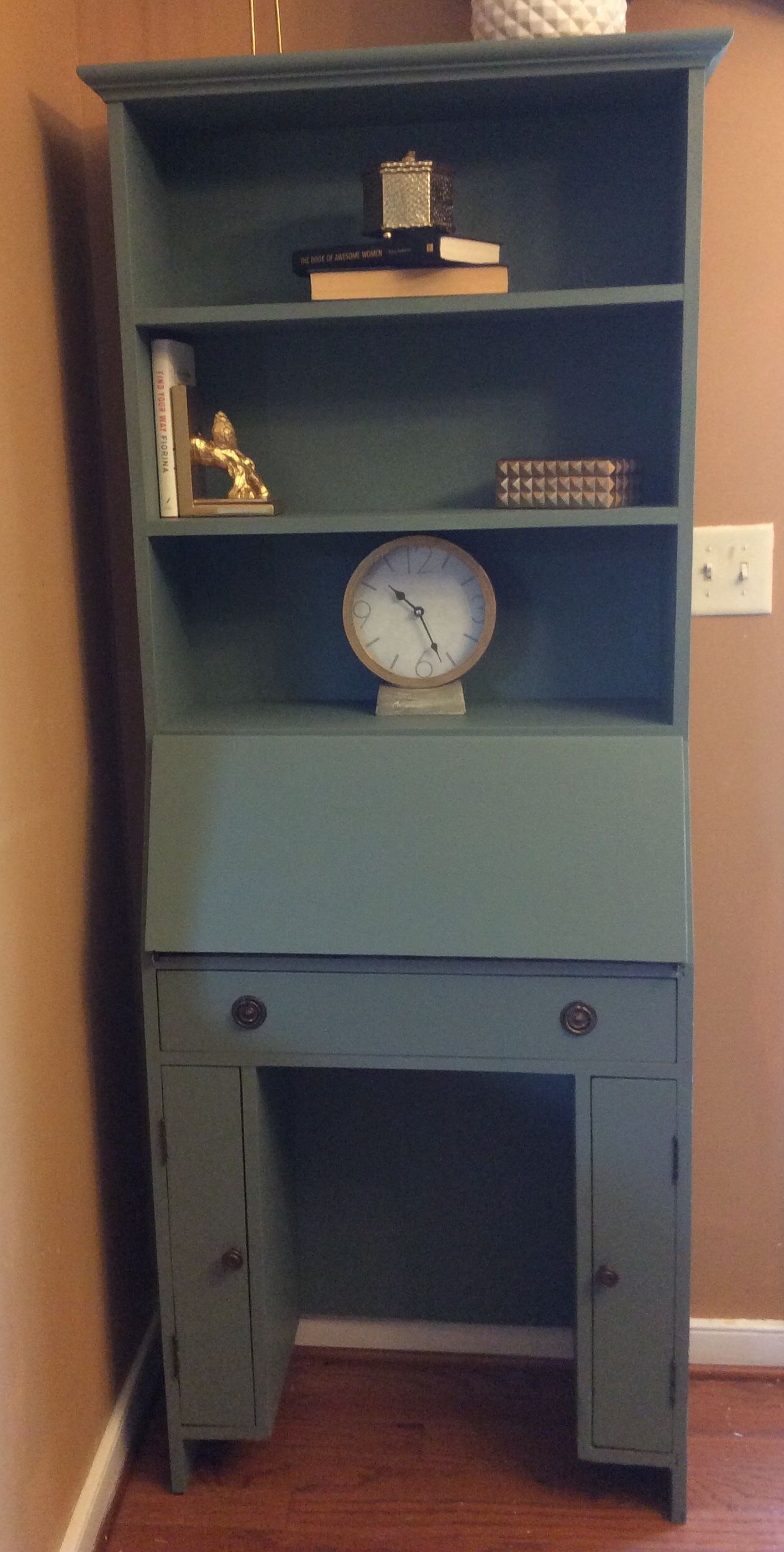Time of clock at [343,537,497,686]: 10:26
